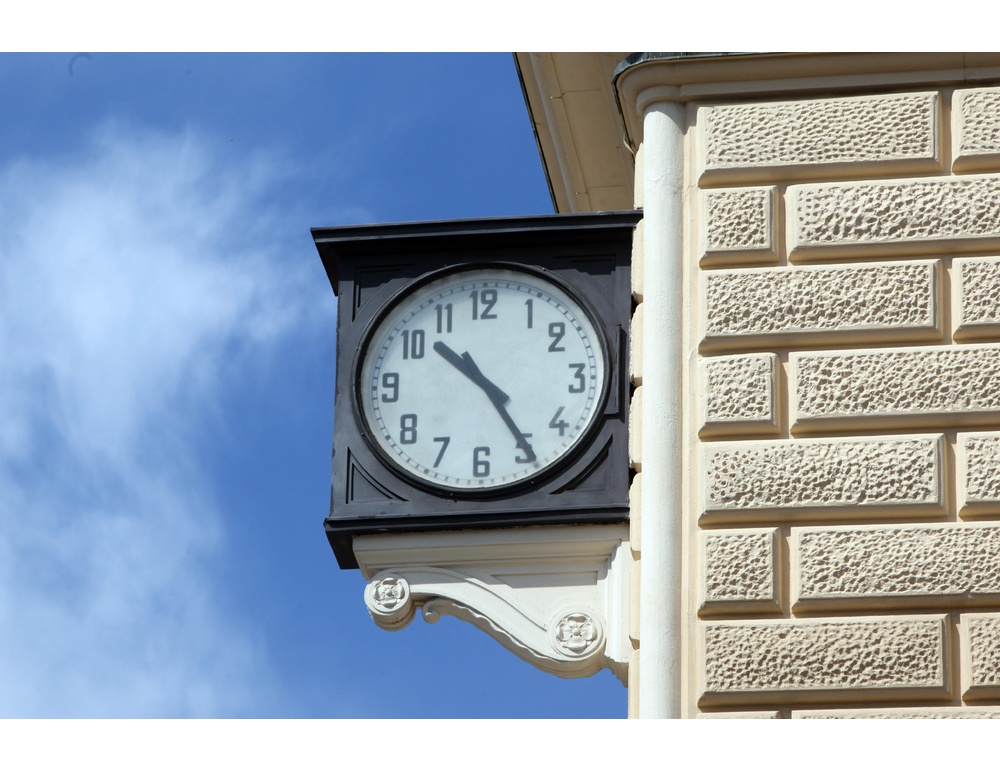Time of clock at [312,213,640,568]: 10:24
